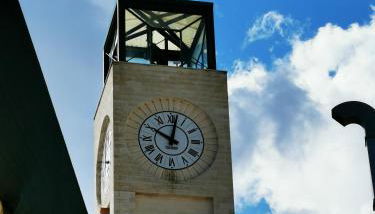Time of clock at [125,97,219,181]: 10:02
